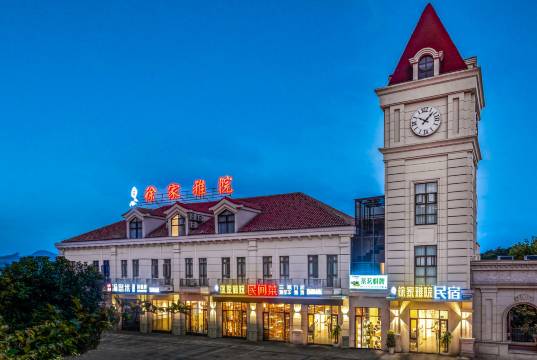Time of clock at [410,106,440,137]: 10:07
